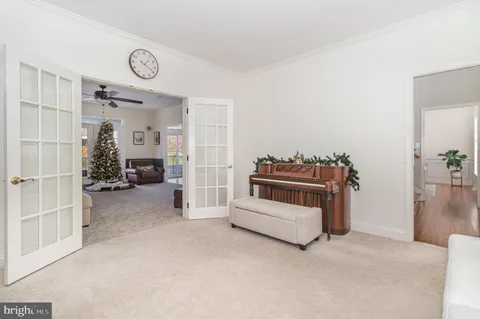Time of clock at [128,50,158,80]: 1:19
